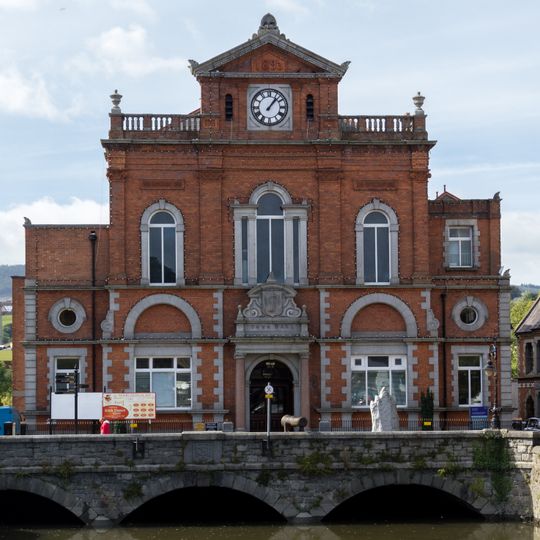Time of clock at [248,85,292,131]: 1:07
